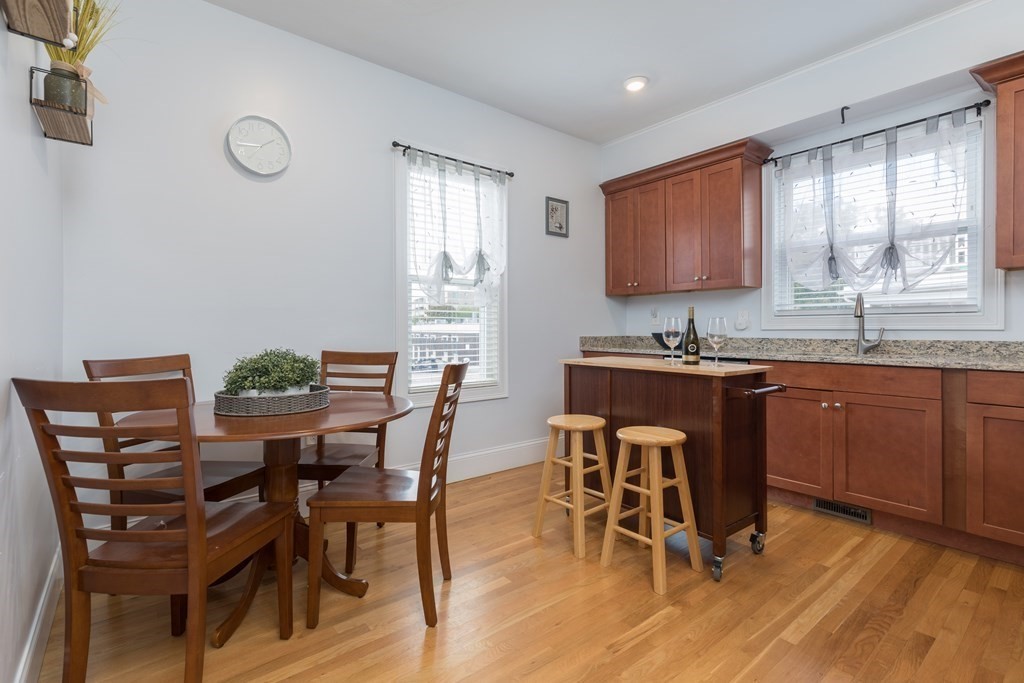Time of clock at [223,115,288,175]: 1:43
